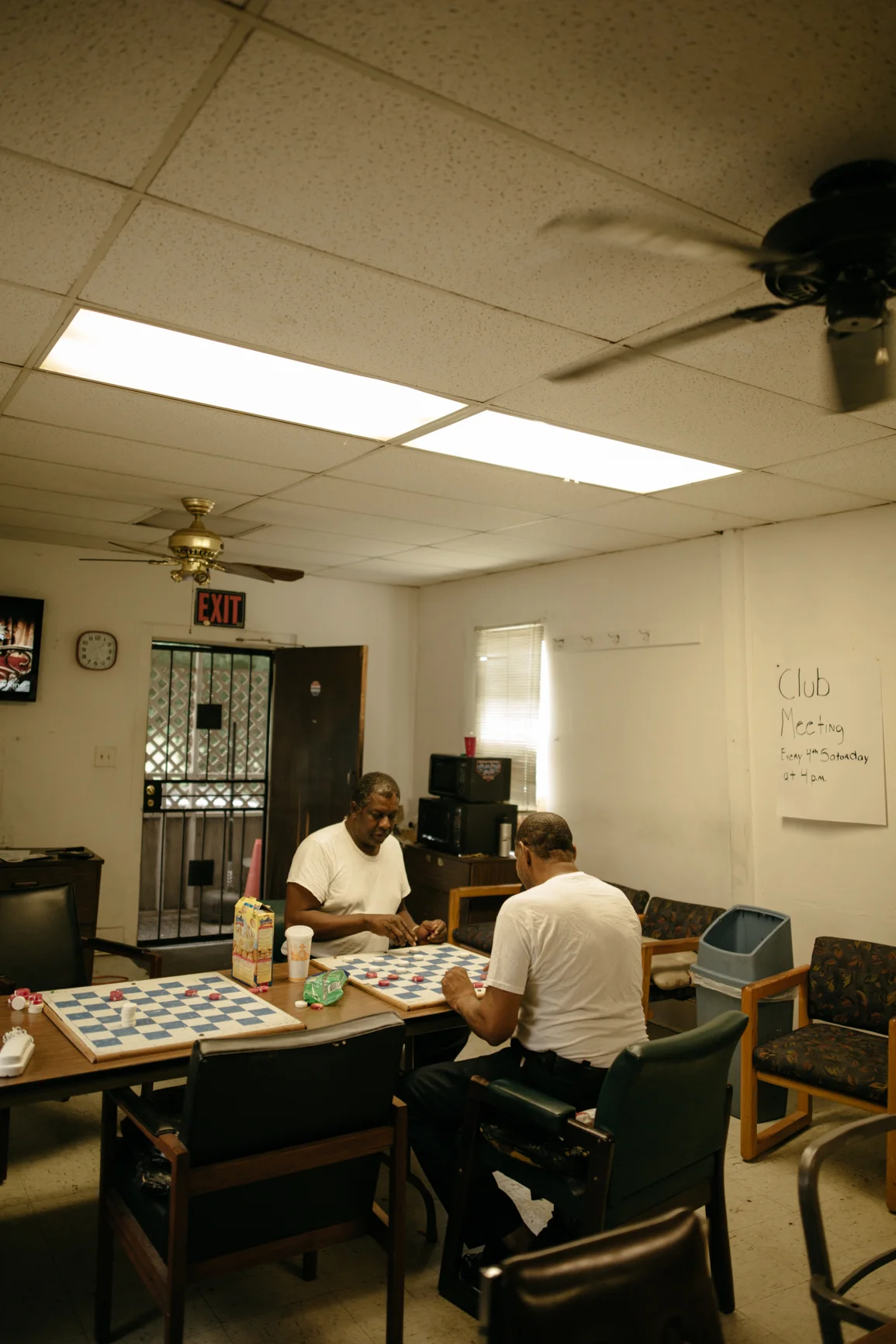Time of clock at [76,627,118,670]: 1:26
